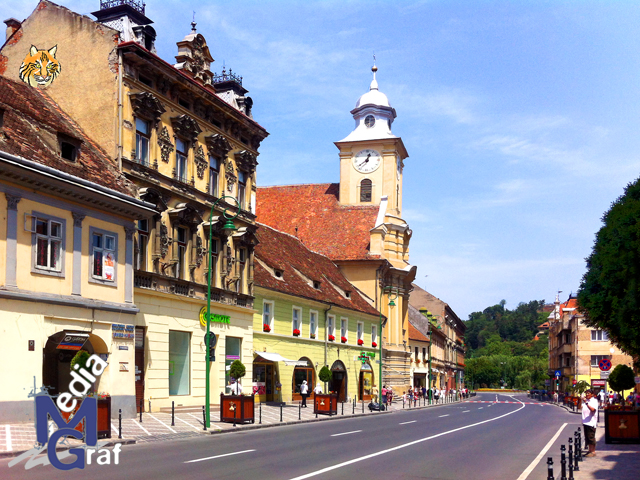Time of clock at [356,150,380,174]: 12:38
